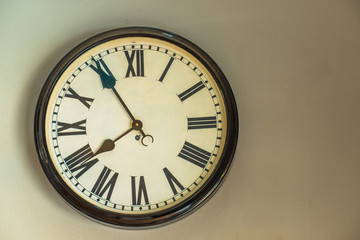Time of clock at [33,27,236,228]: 7:54
